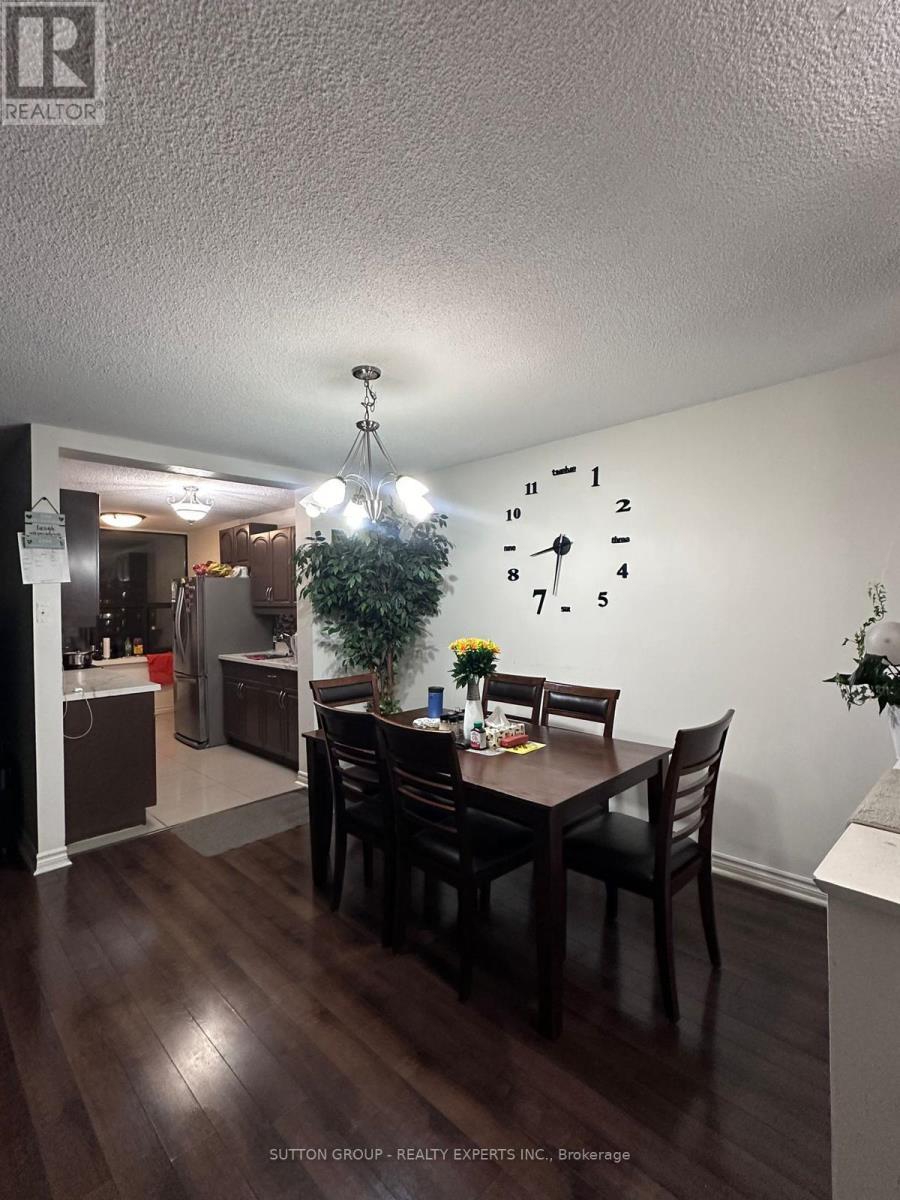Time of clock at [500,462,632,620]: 8:32
